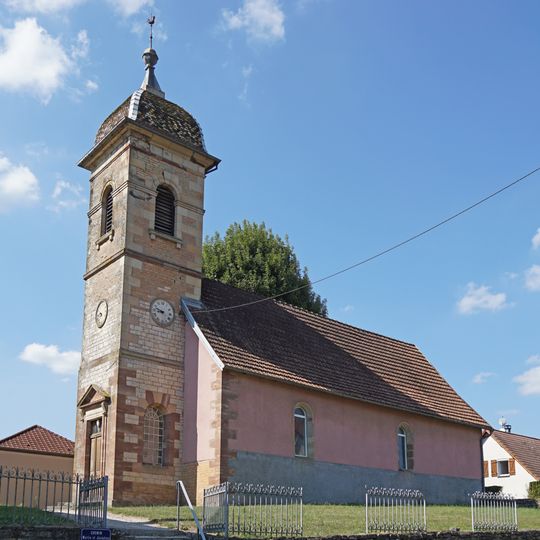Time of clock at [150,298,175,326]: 8:47
